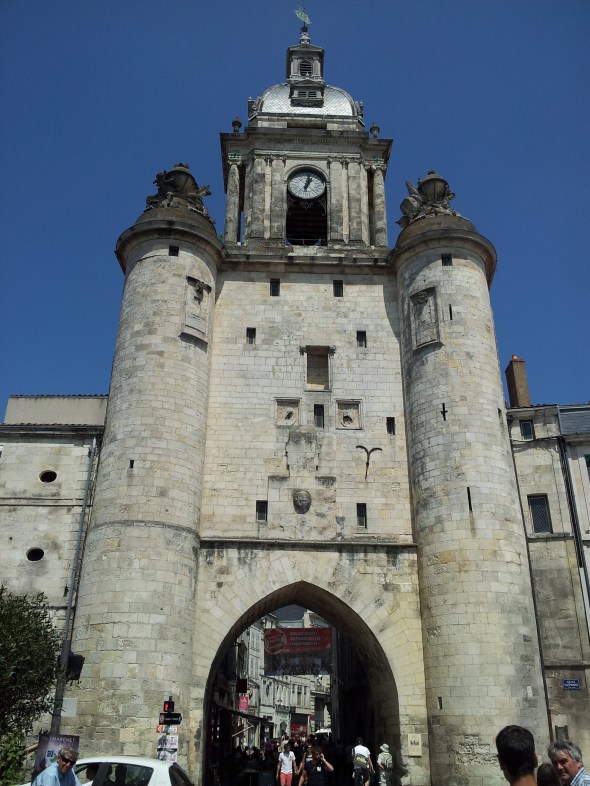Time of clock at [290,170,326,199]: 1:02
